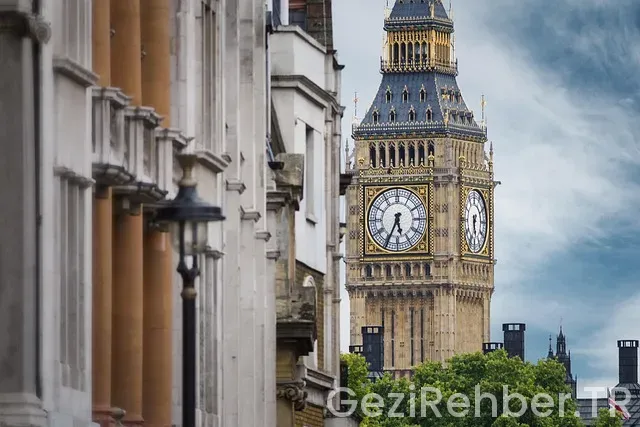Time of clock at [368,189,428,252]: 5:34
